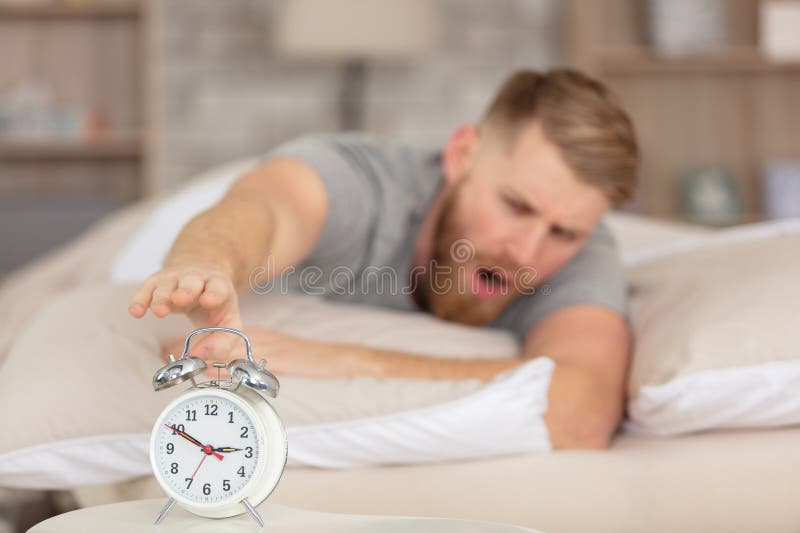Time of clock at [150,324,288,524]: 2:50
